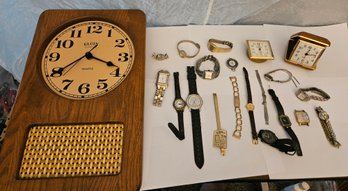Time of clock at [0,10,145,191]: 3:39
